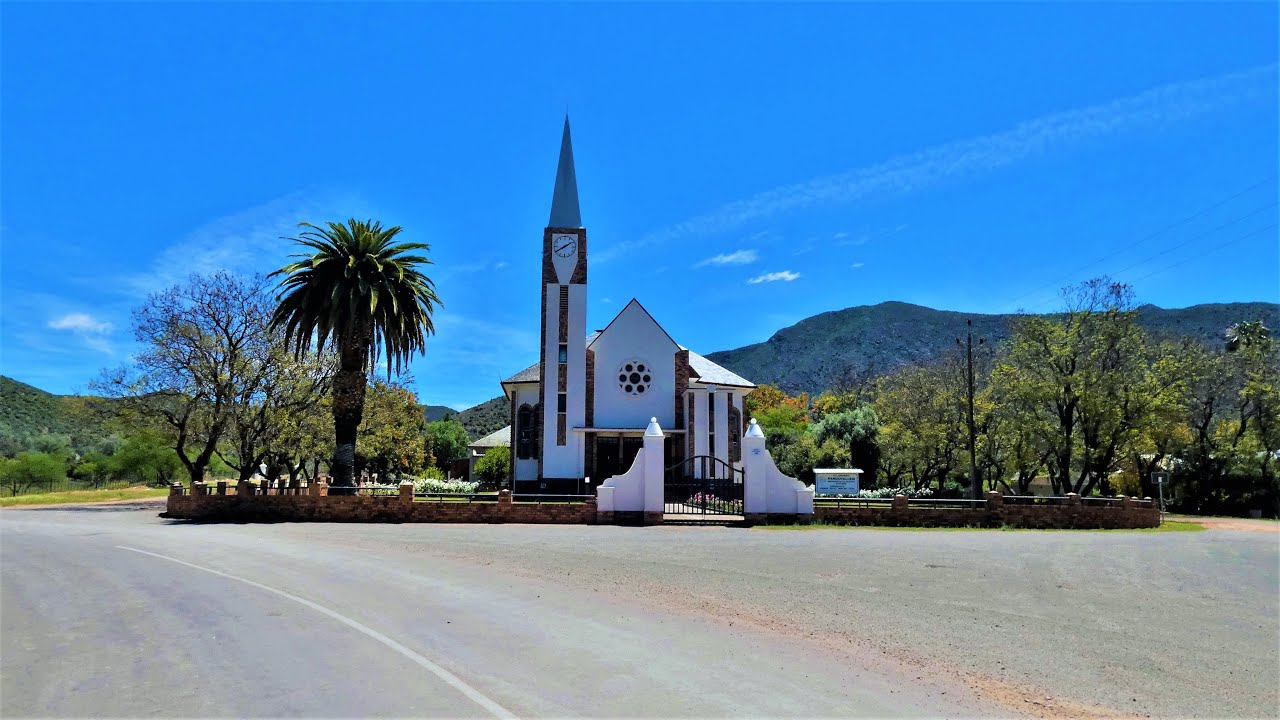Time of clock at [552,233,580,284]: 8:09
